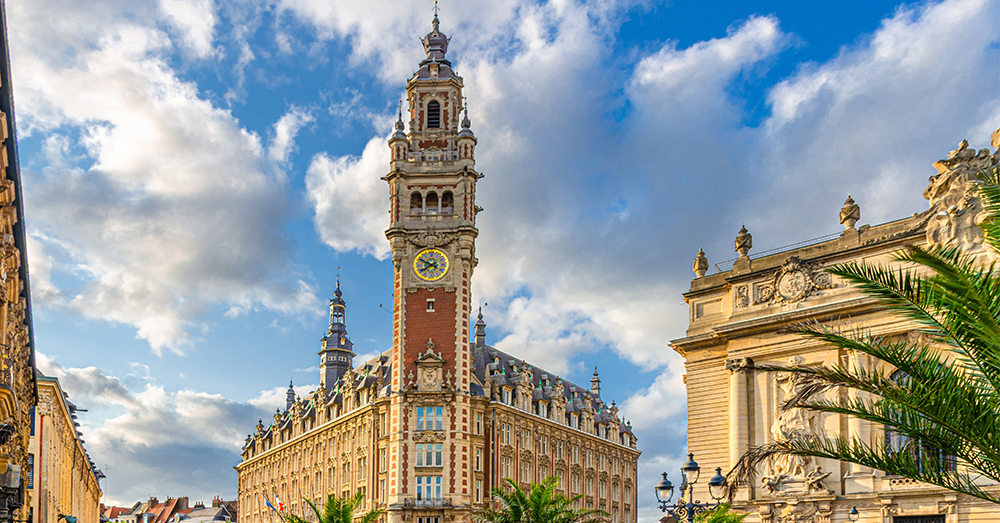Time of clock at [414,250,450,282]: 7:49
